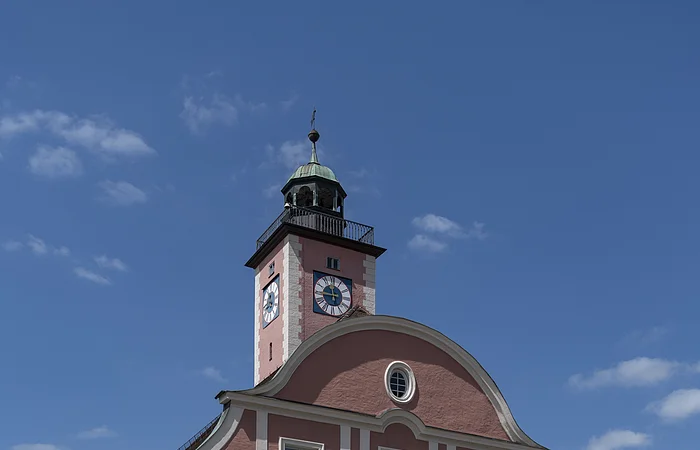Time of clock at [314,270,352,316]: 11:45
